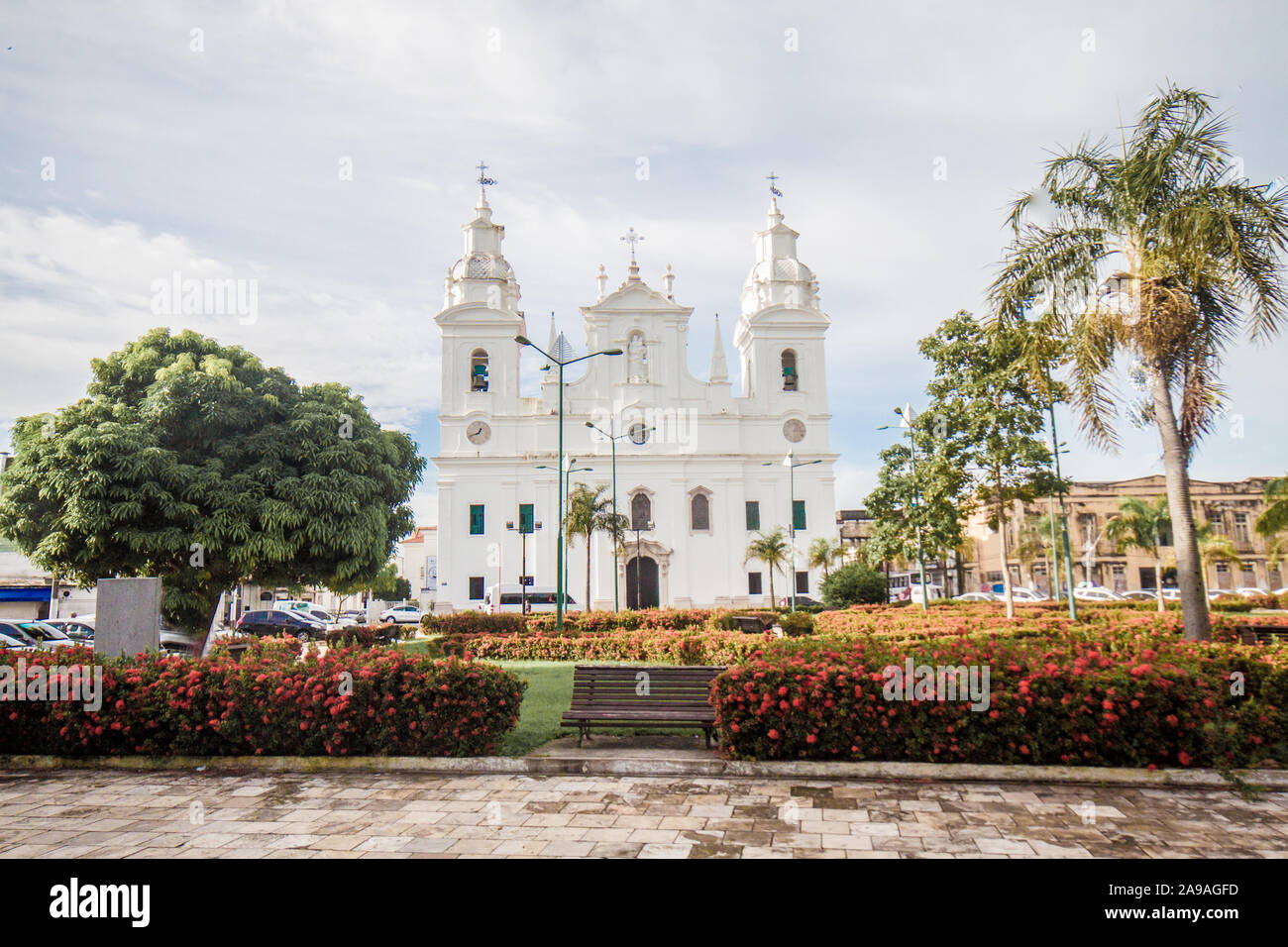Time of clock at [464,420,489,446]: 12:41
